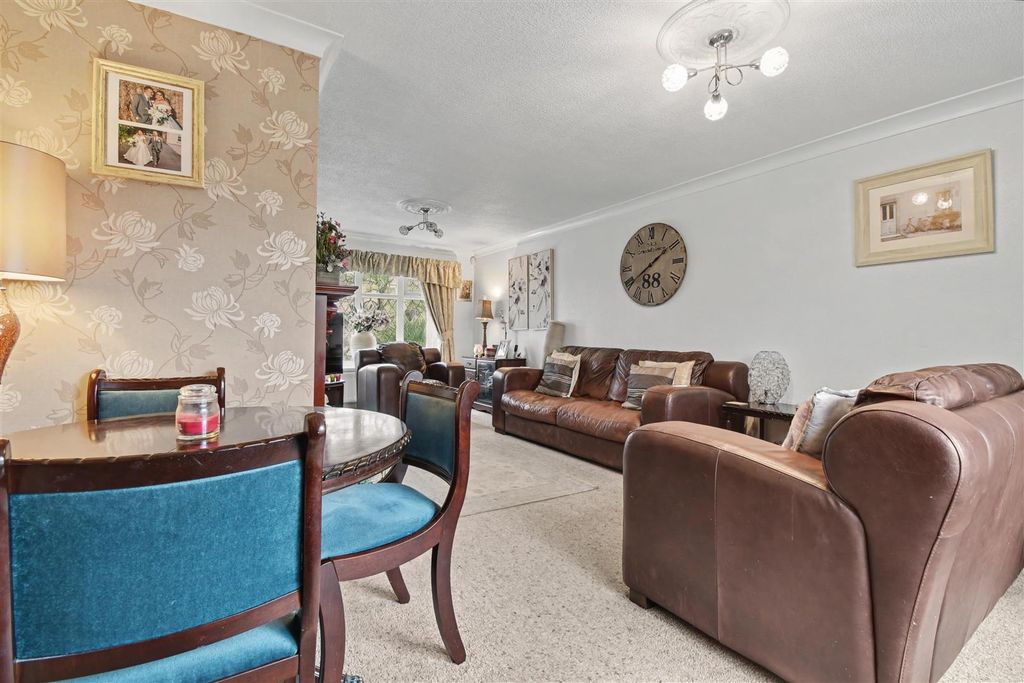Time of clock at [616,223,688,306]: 1:39
